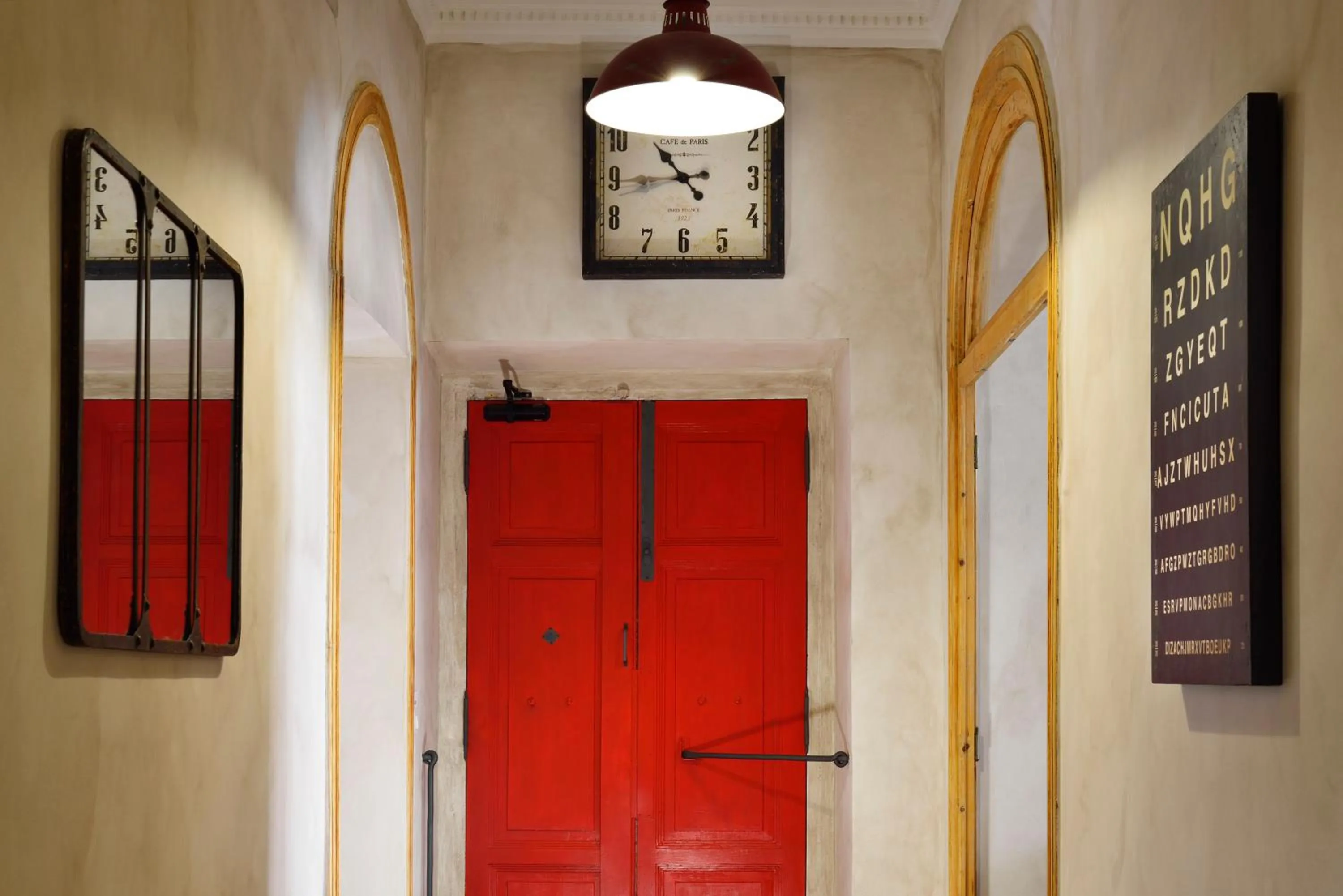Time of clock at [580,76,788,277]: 10:44
